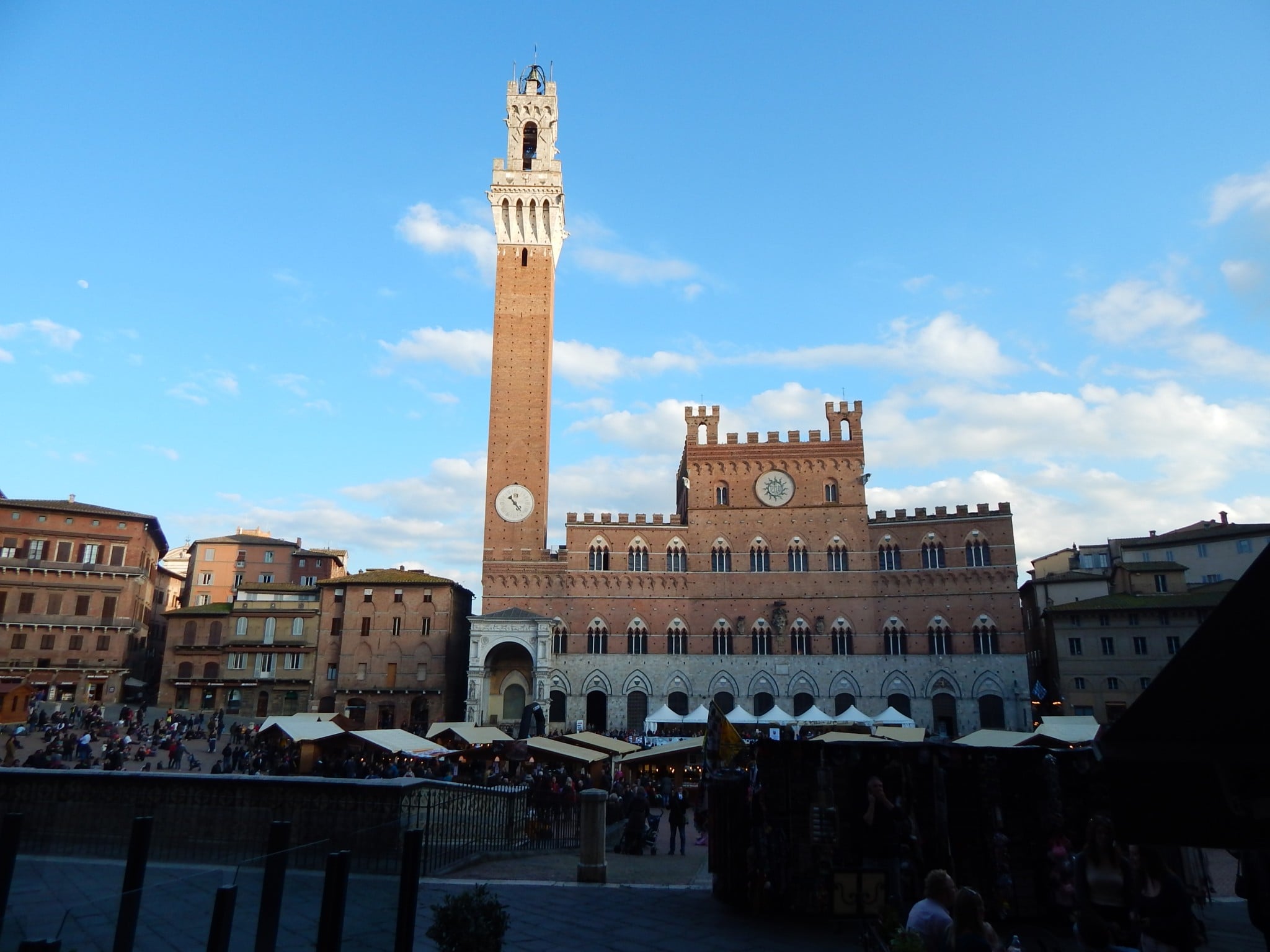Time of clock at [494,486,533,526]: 4:22
